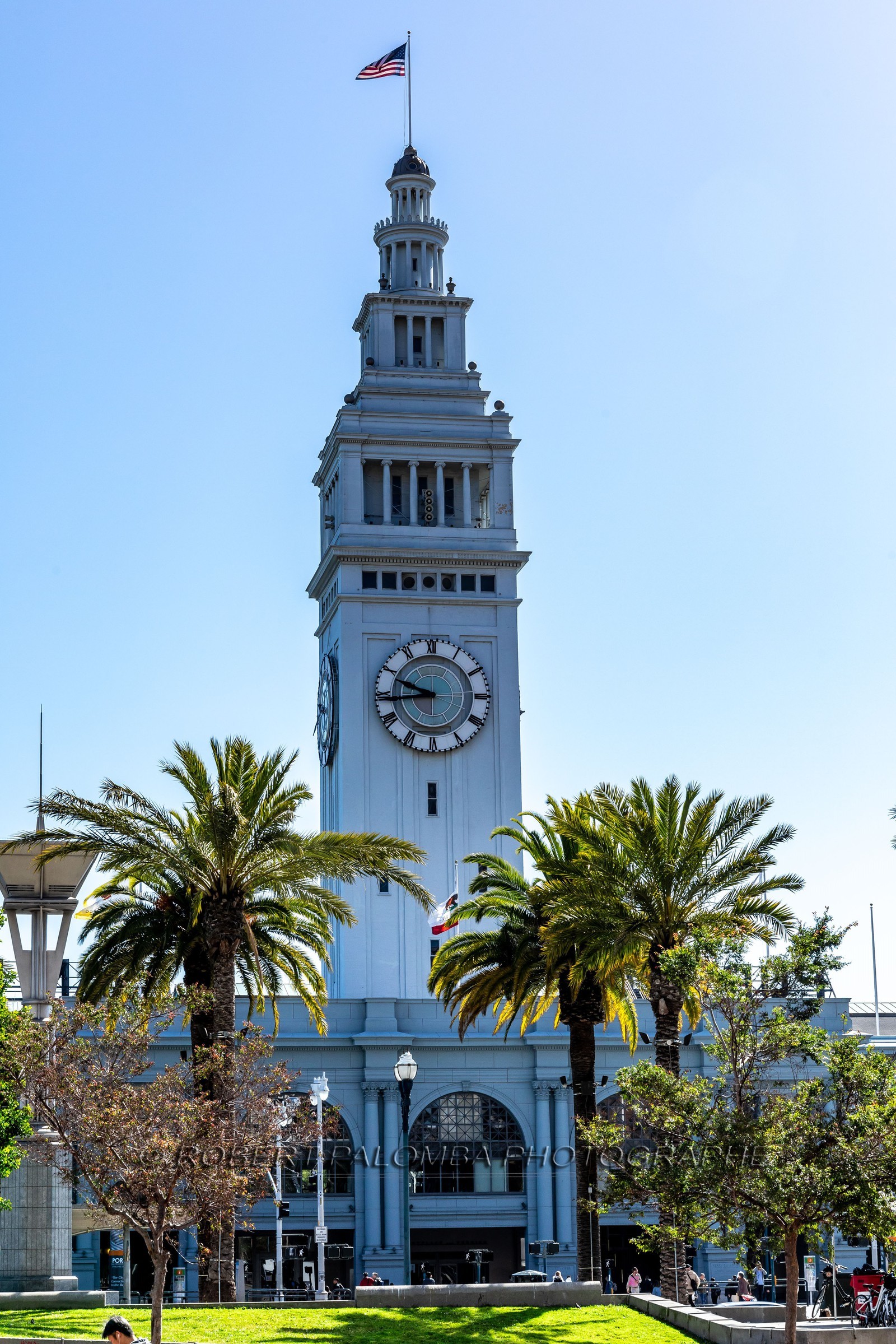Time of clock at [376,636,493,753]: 9:44
